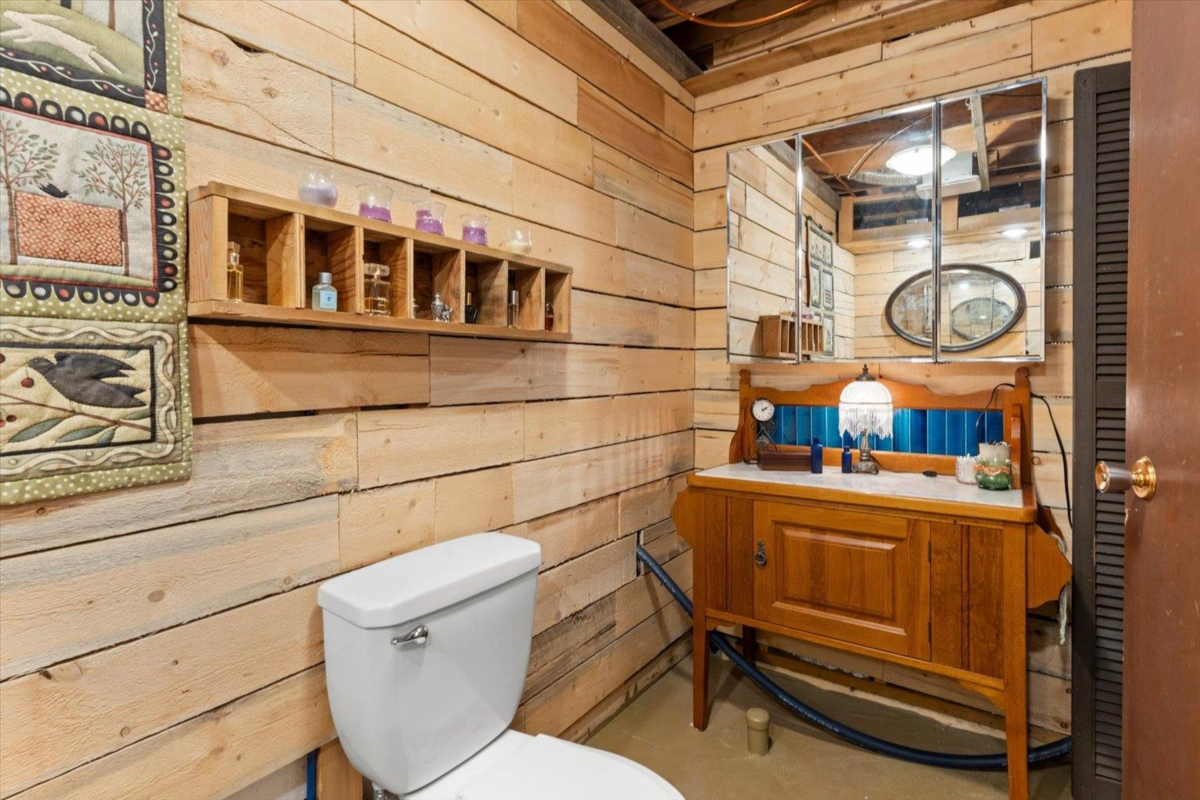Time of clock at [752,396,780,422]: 2:09
